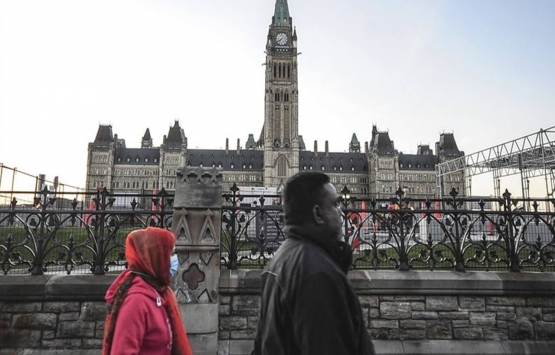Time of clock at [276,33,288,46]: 7:39
